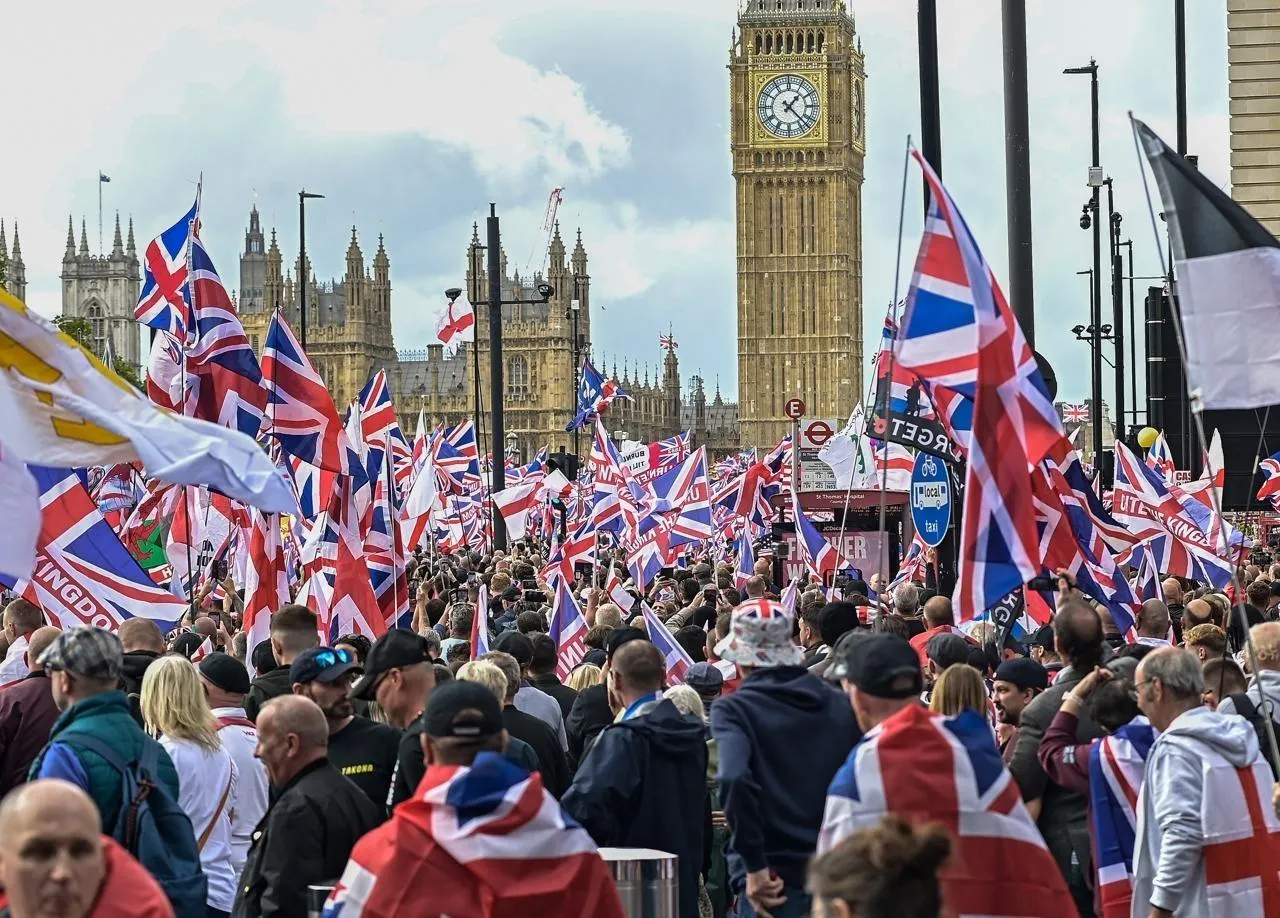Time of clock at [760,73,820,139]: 1:22
